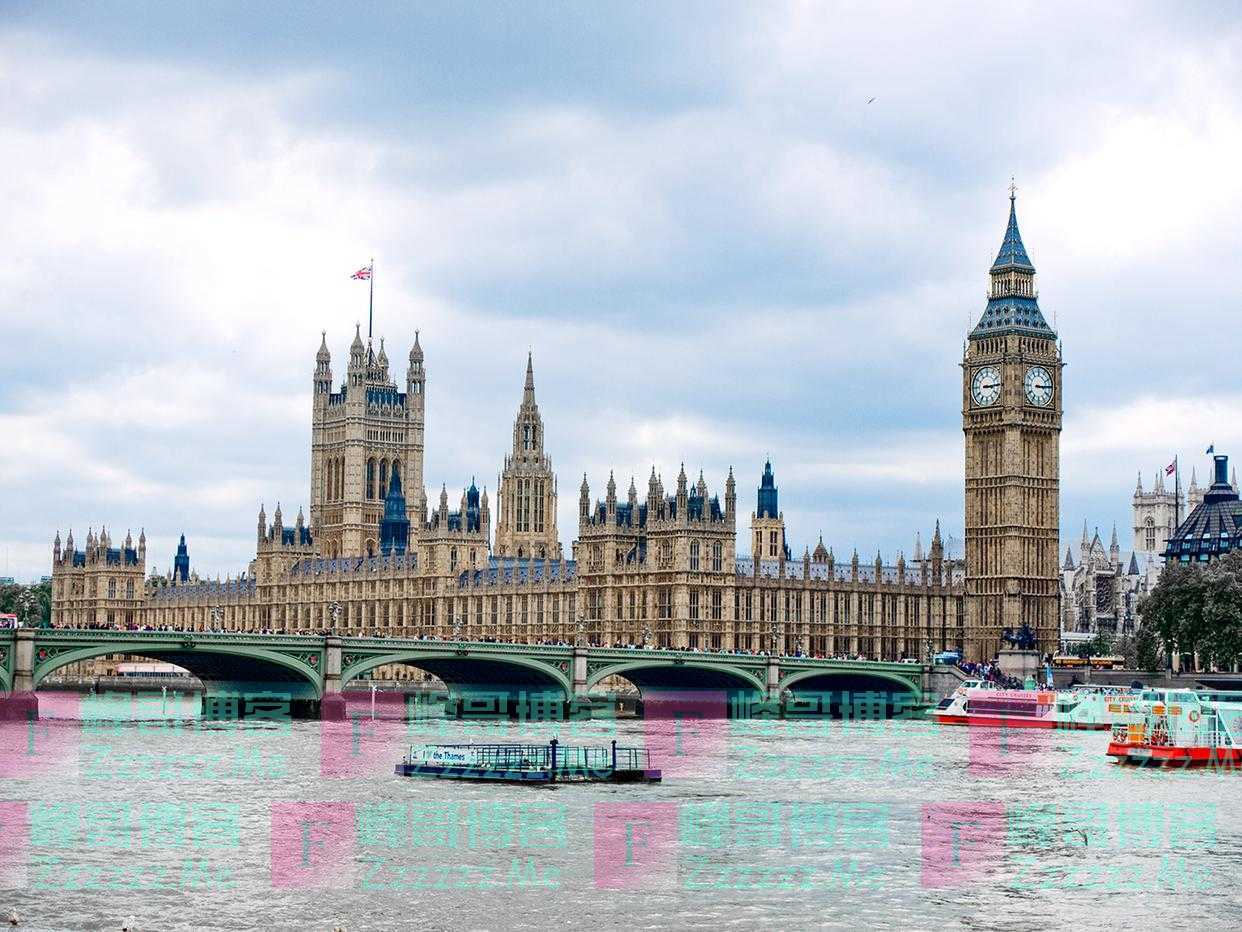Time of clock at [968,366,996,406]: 3:14
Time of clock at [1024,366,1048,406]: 3:14
